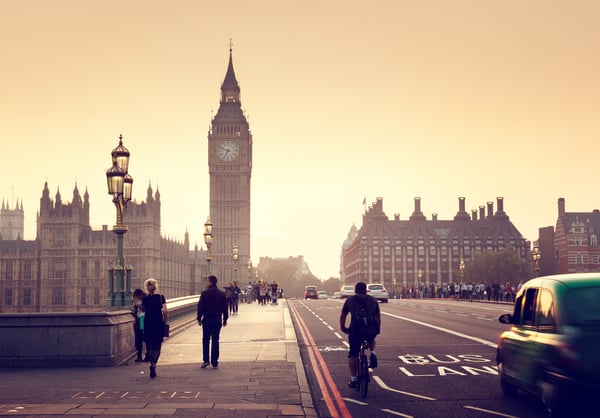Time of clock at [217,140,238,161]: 6:48
